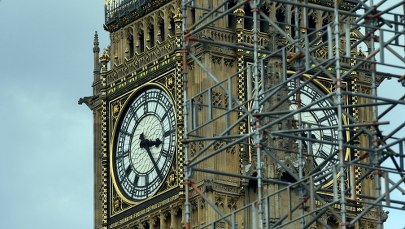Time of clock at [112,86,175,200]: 3:23
